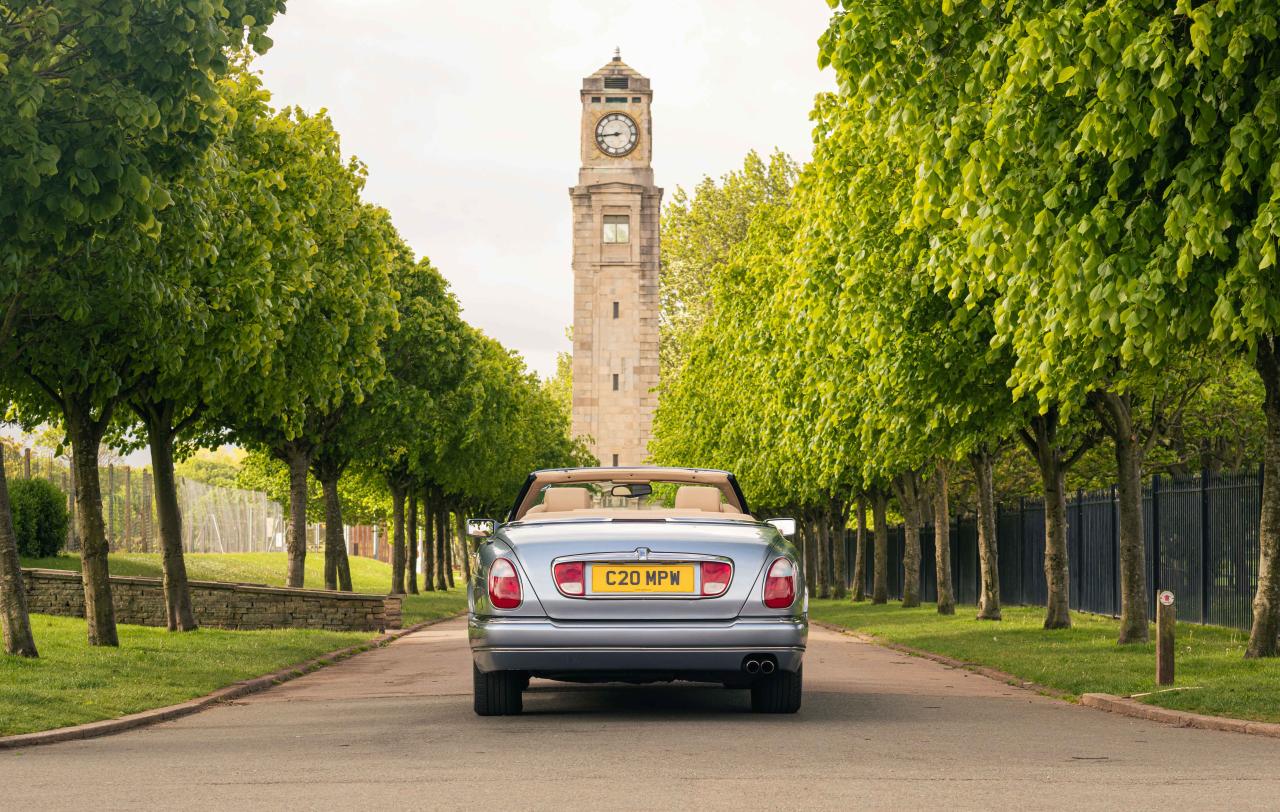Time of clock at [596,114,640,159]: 8:43
